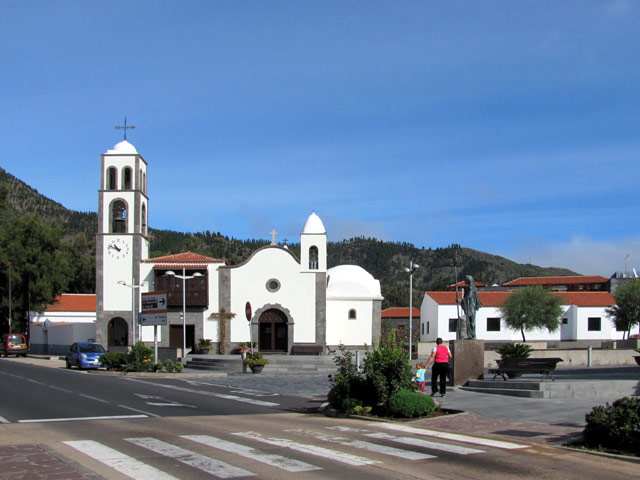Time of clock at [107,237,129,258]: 10:48
